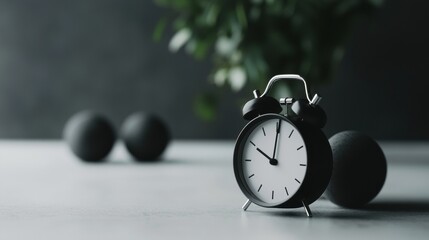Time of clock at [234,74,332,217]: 10:00
